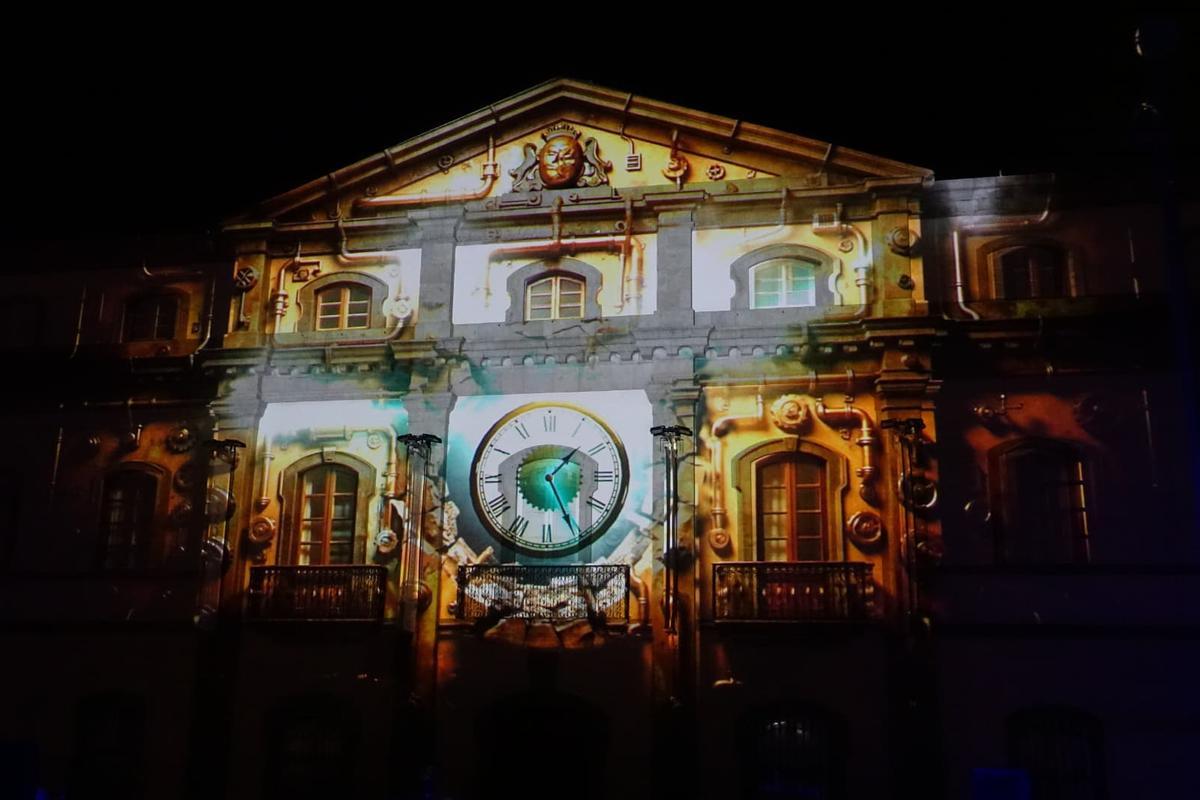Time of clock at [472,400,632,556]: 1:25
